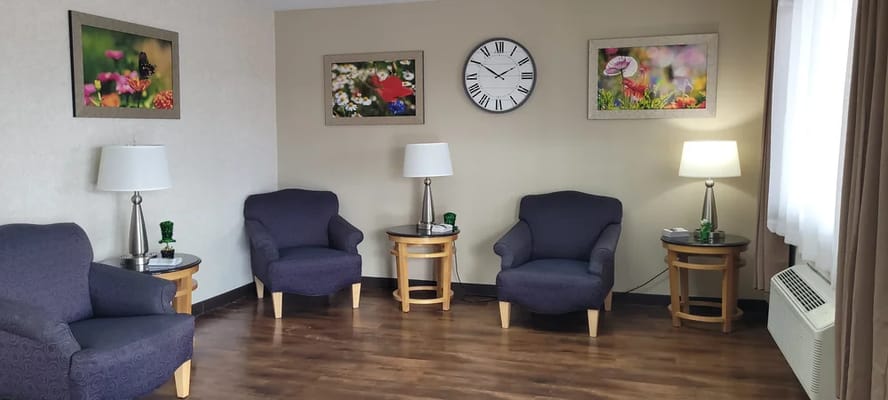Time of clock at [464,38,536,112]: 1:50
